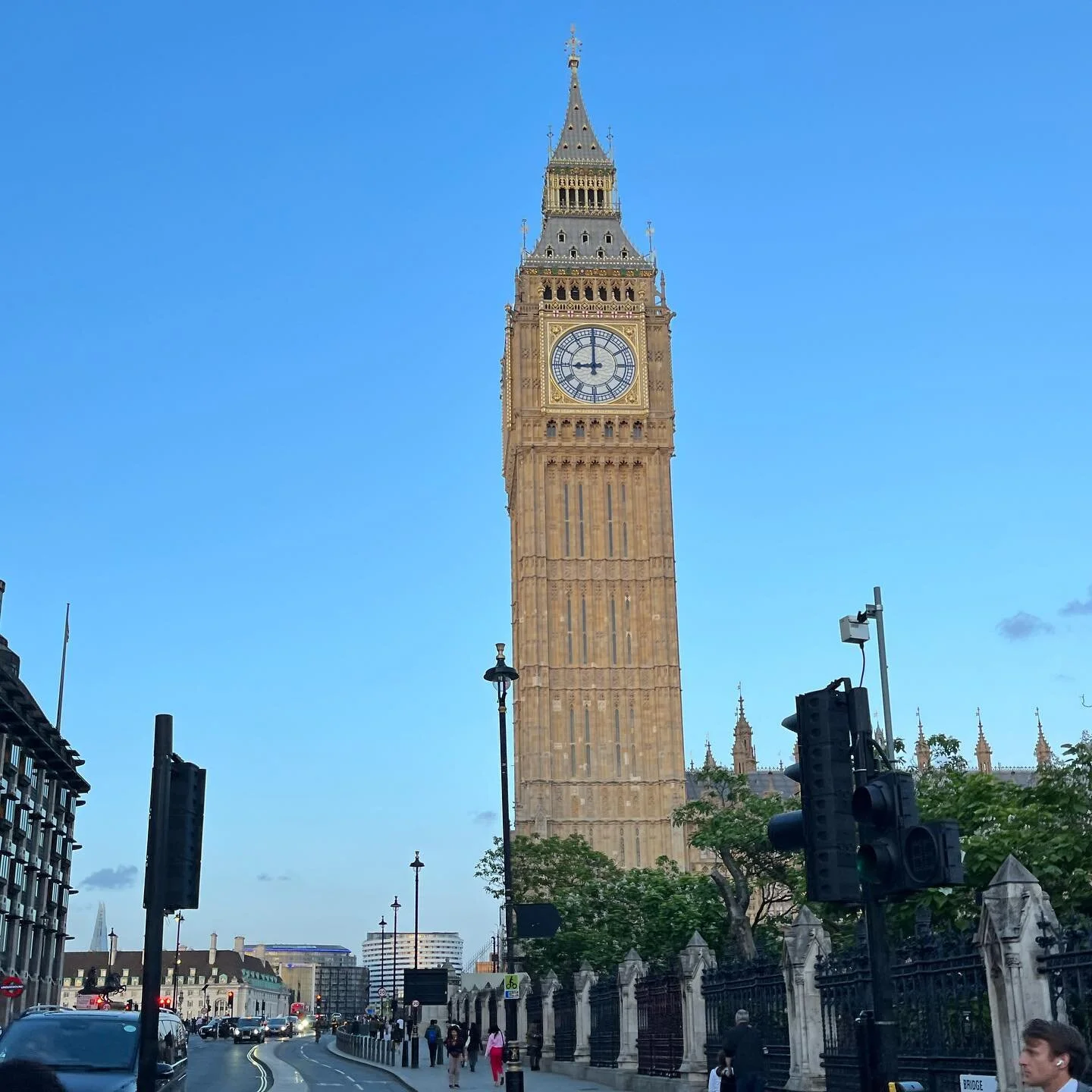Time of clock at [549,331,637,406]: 8:59
